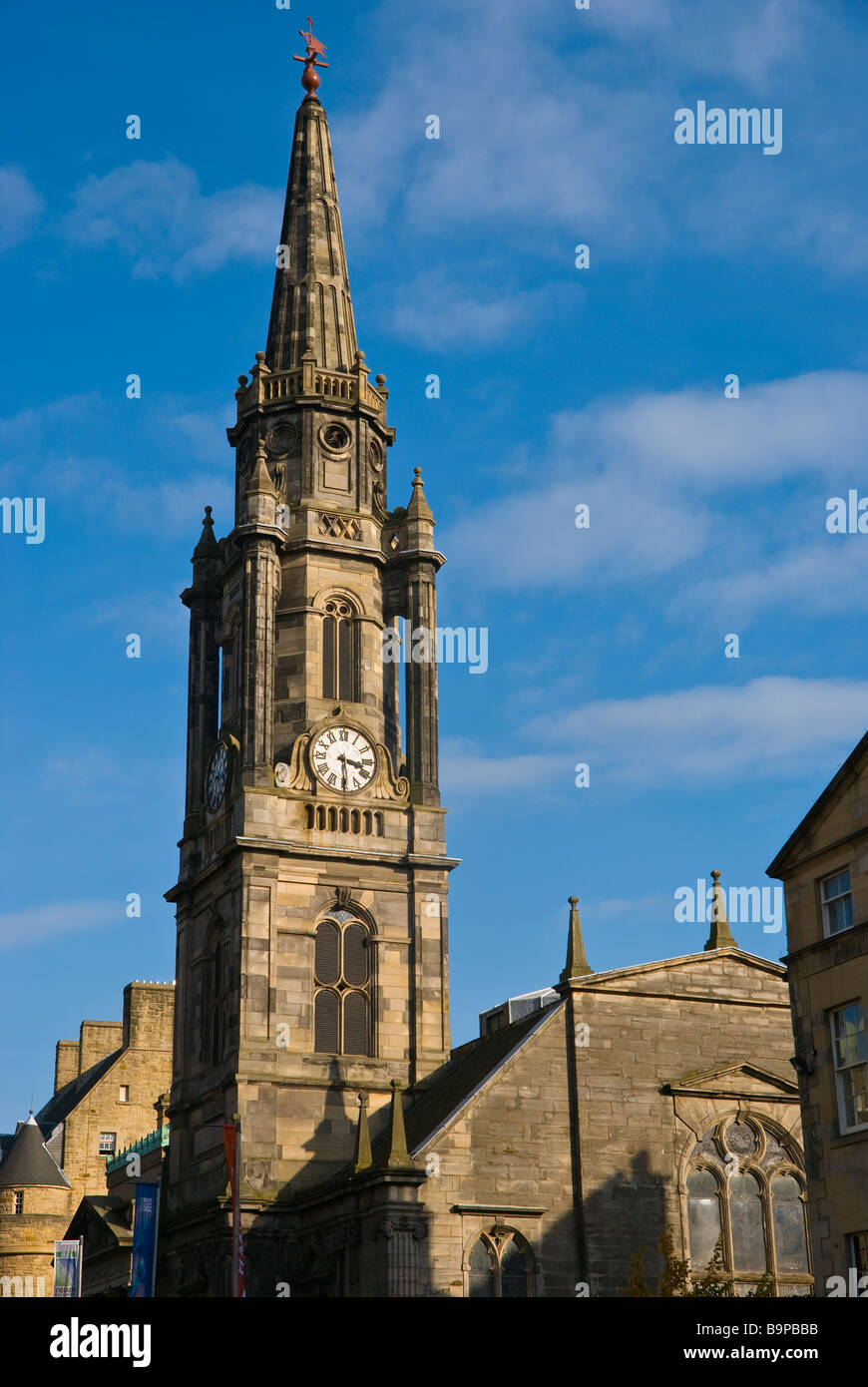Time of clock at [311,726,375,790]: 3:29
